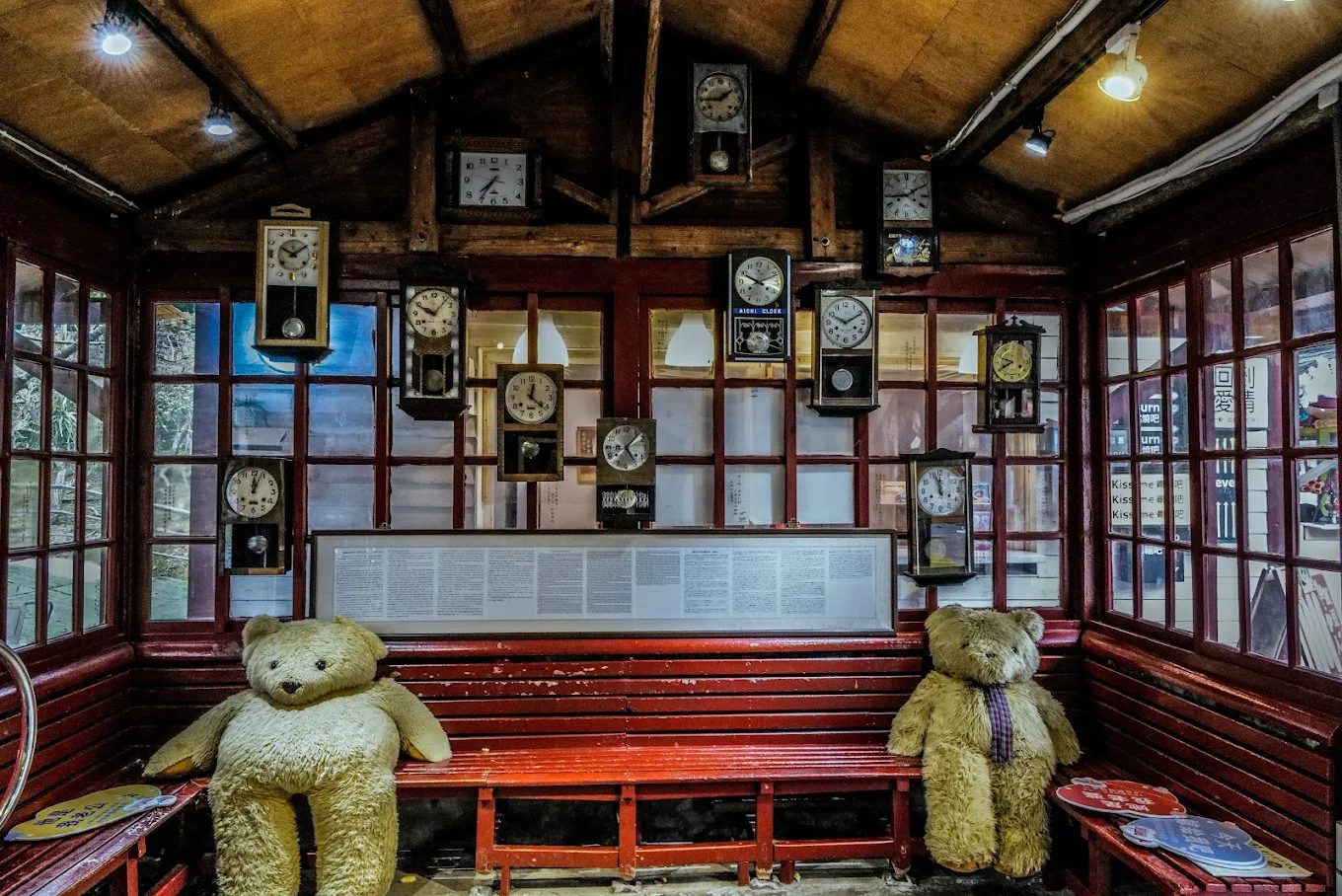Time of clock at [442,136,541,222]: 7:35
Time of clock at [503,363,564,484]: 12:21
